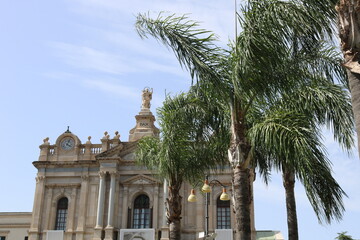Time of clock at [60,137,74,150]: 4:04
